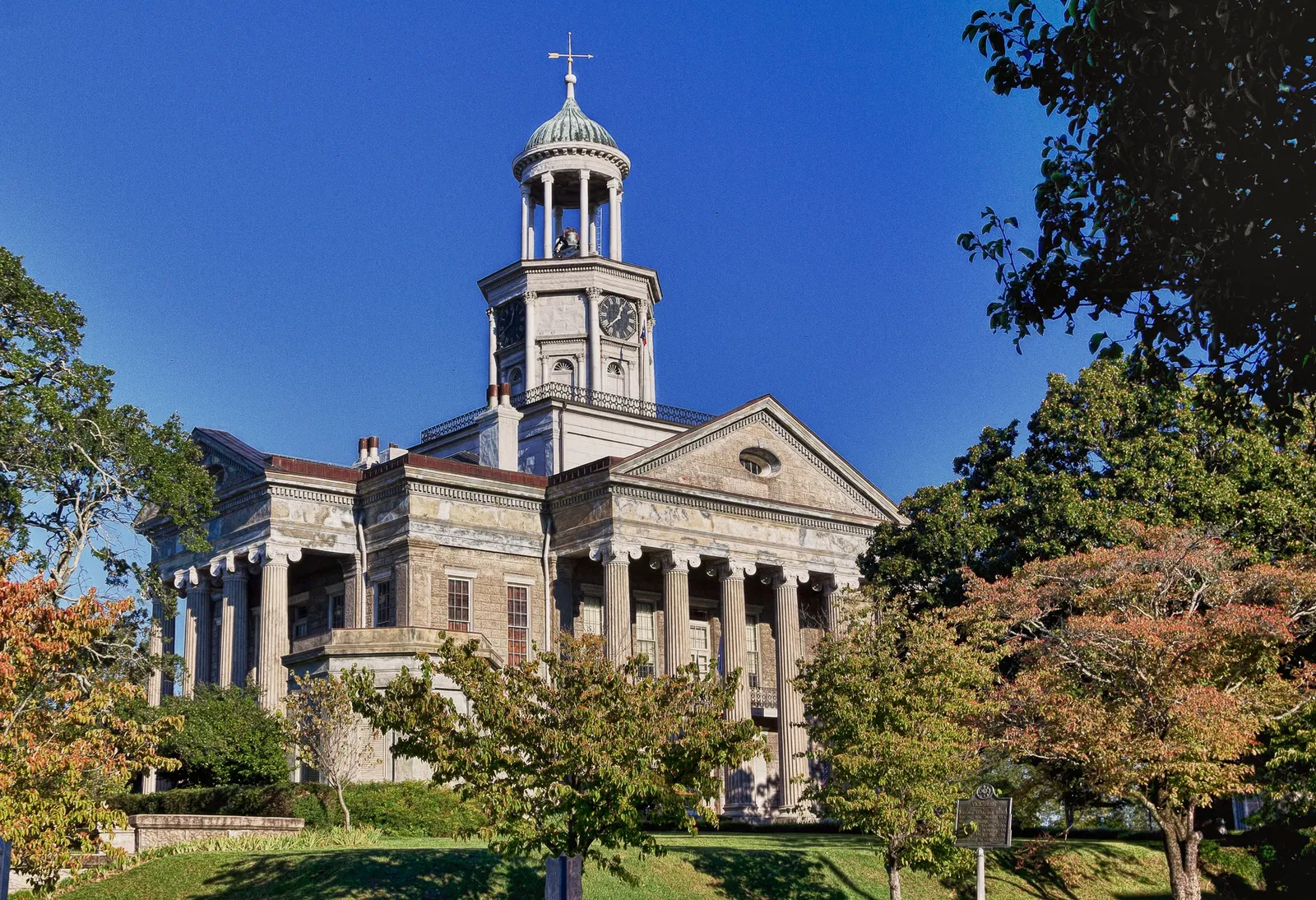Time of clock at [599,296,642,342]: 12:38
